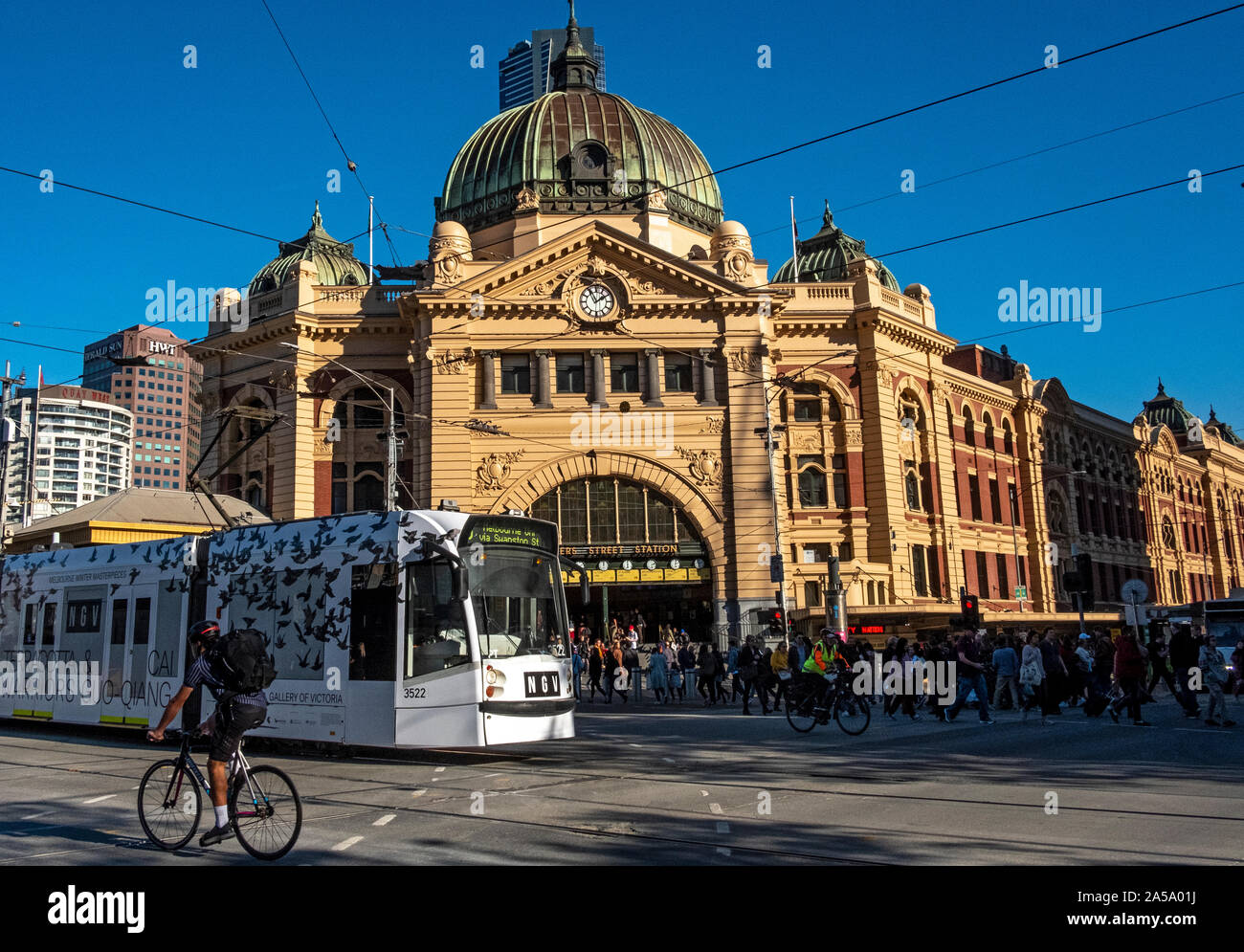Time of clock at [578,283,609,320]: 1:56
